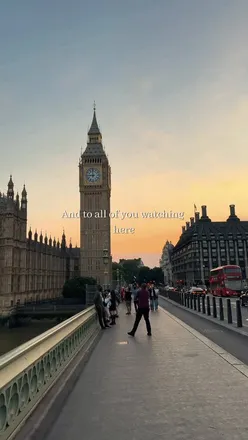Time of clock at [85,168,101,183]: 8:59
